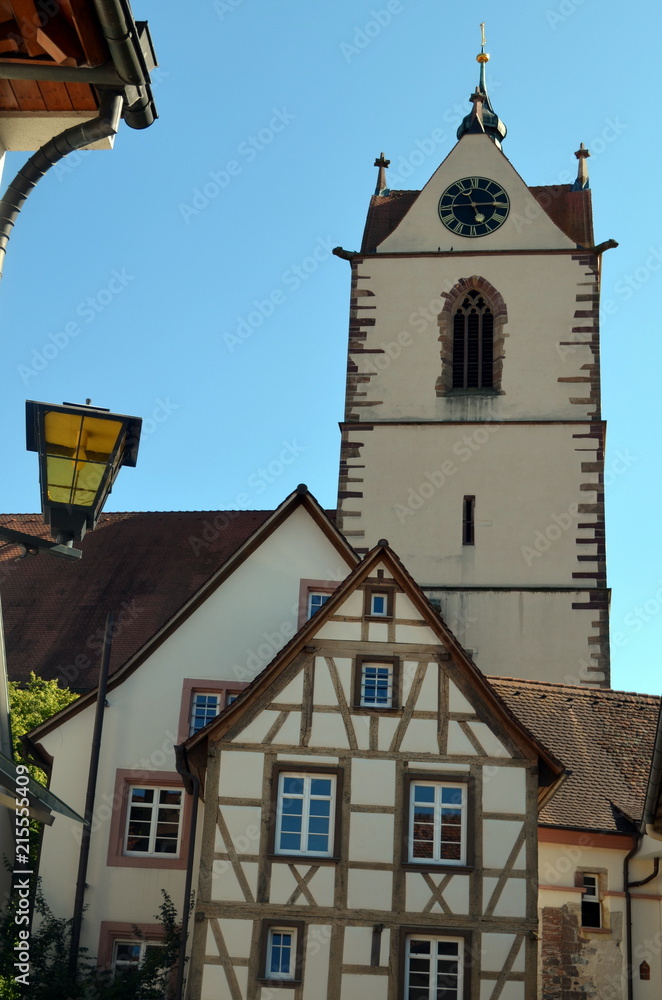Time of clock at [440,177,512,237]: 5:13
